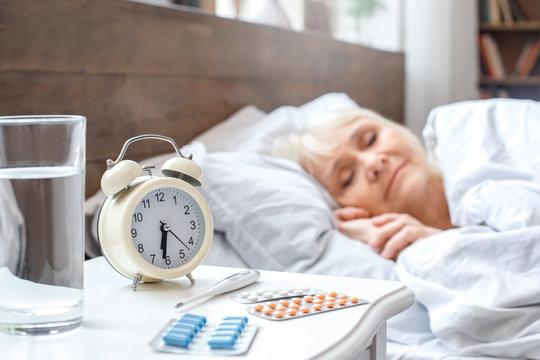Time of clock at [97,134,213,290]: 6:31
